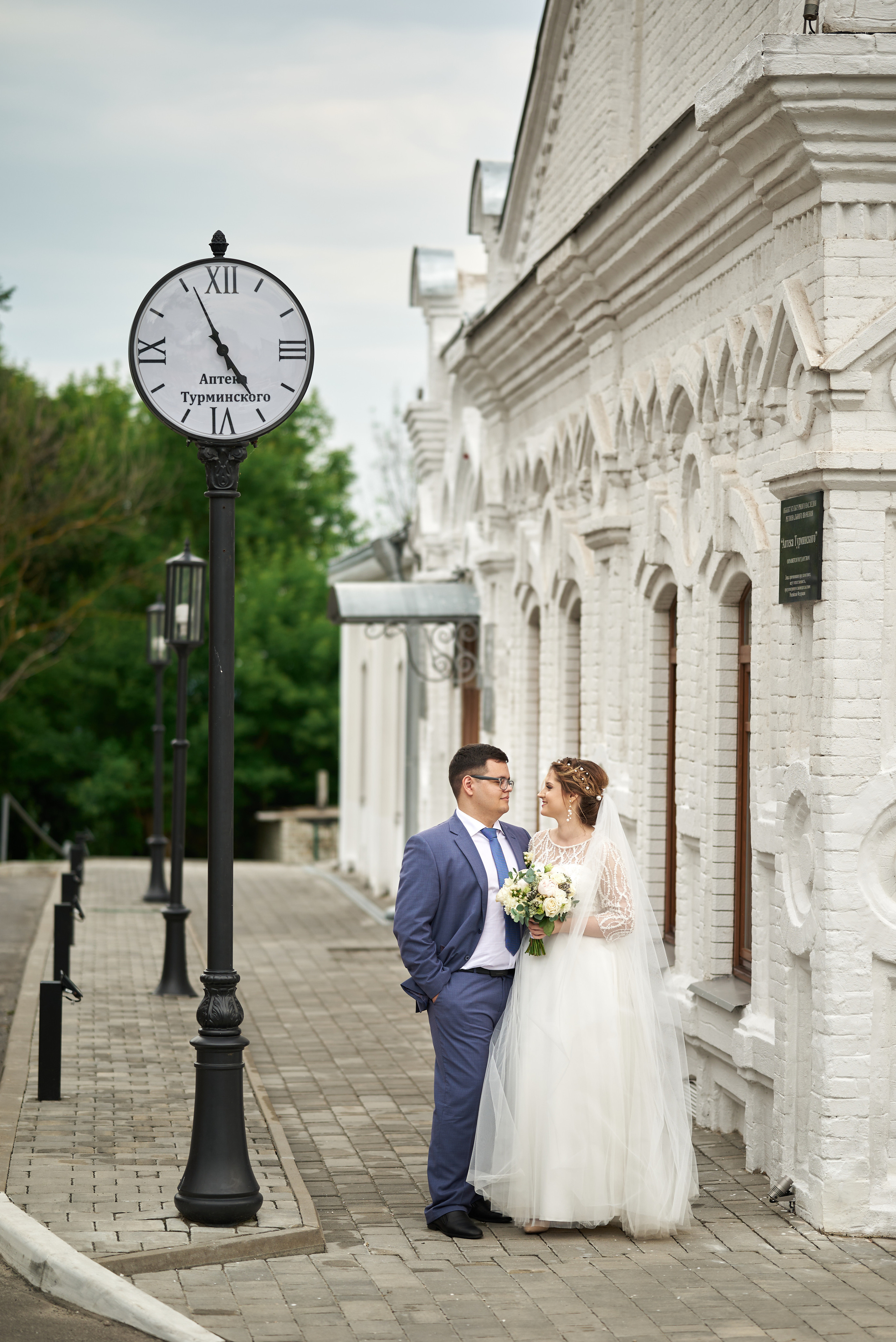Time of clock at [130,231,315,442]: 4:56
